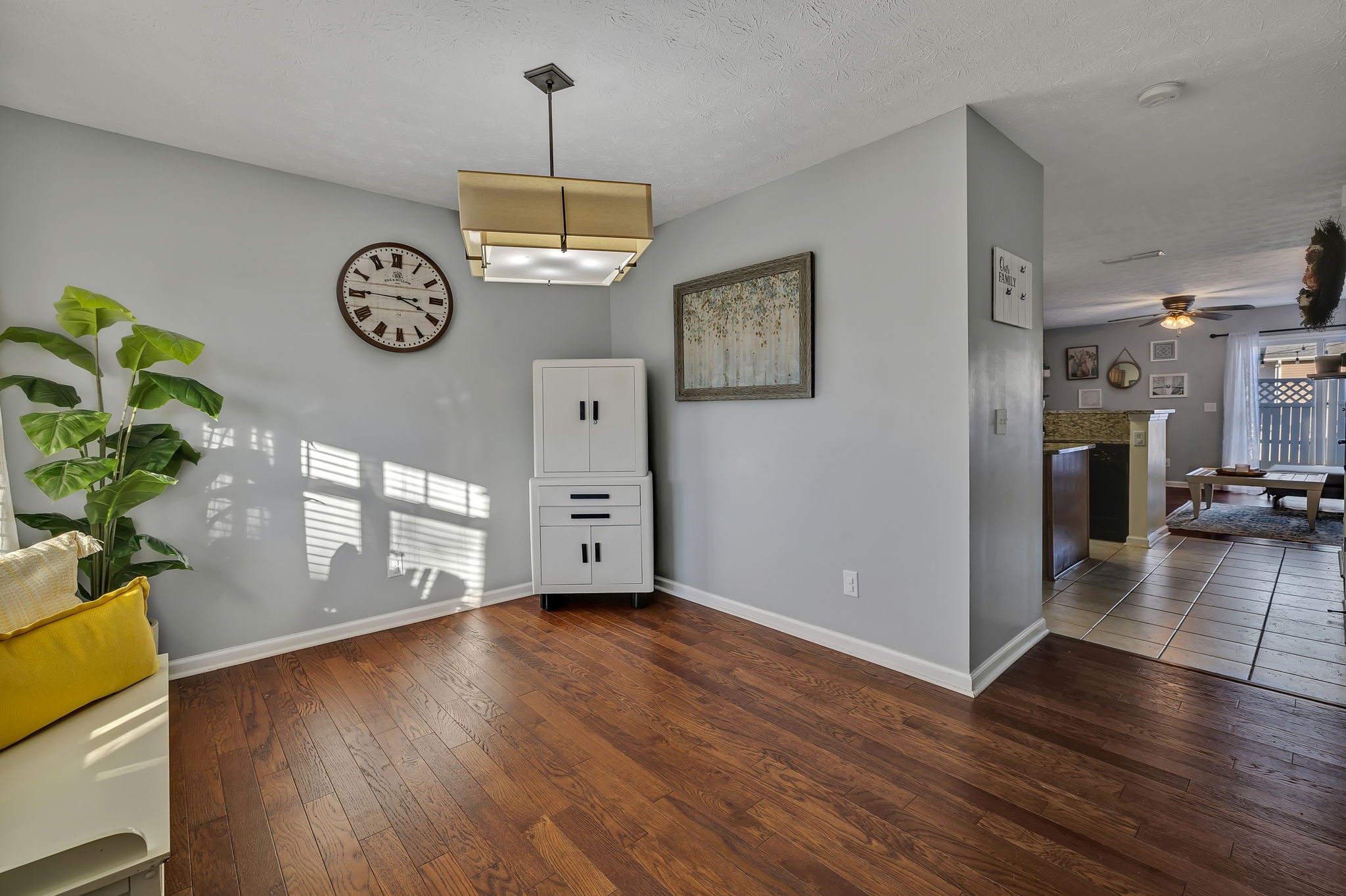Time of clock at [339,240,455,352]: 3:45
